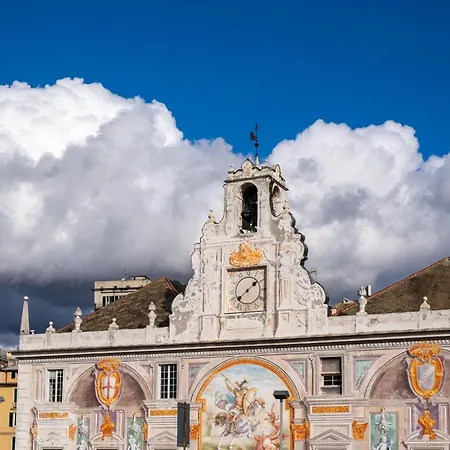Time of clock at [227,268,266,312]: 1:38
